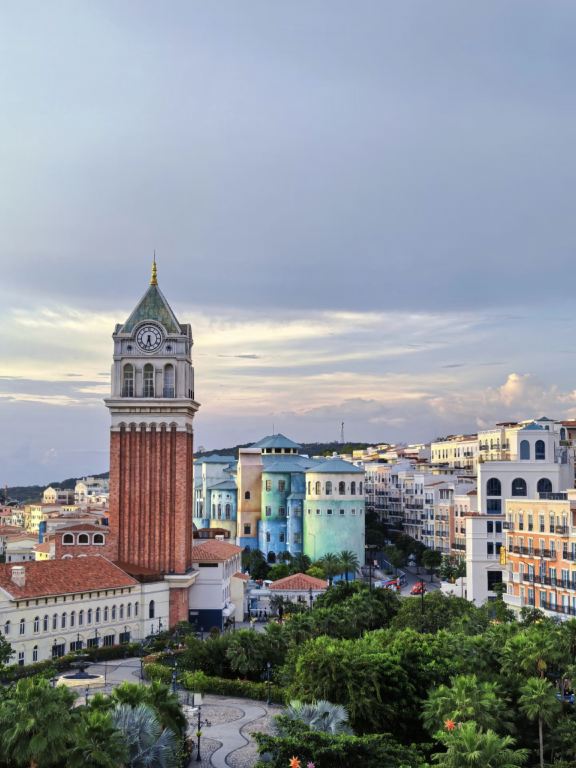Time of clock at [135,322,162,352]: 5:33
